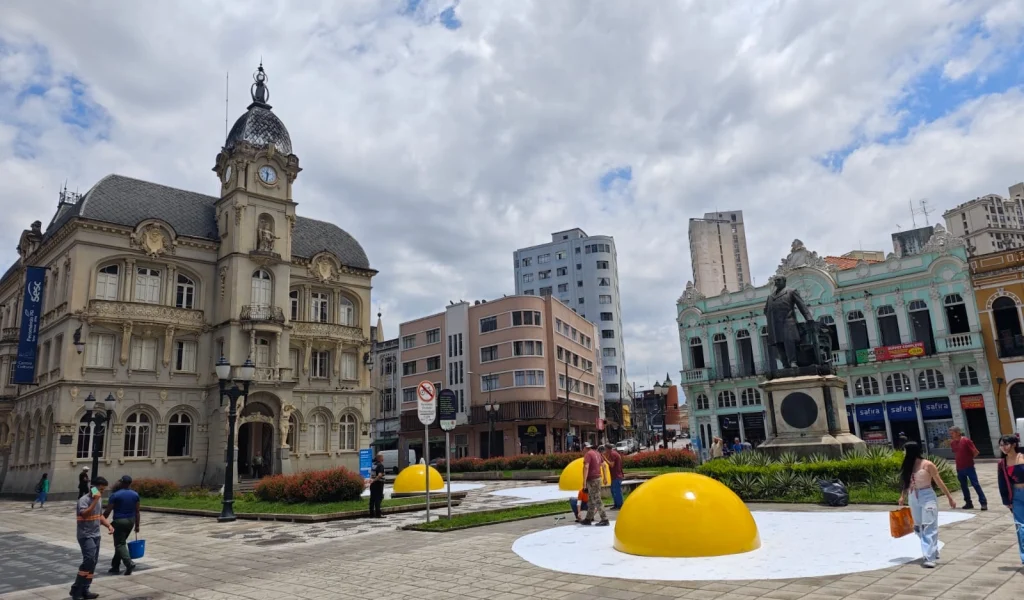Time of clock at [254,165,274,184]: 11:32
